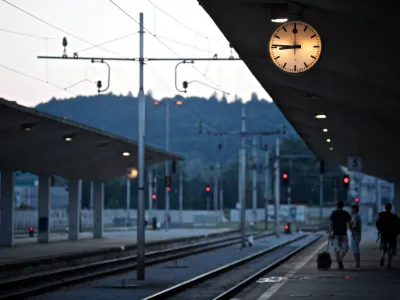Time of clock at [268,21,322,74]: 8:45
